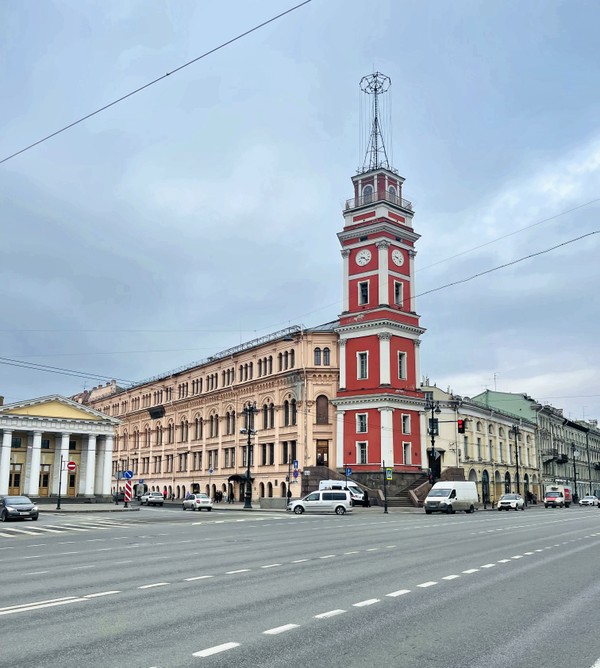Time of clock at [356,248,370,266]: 9:22
